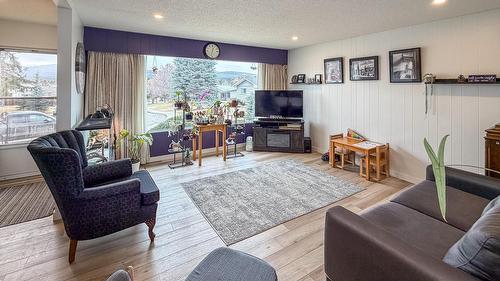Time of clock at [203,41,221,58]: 12:32
